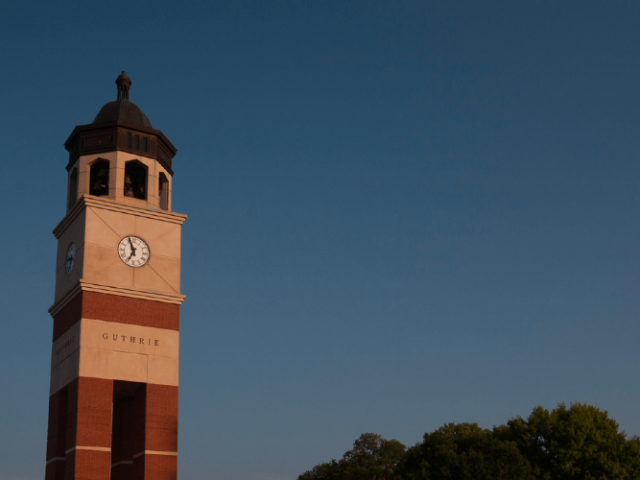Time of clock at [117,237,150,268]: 6:56
